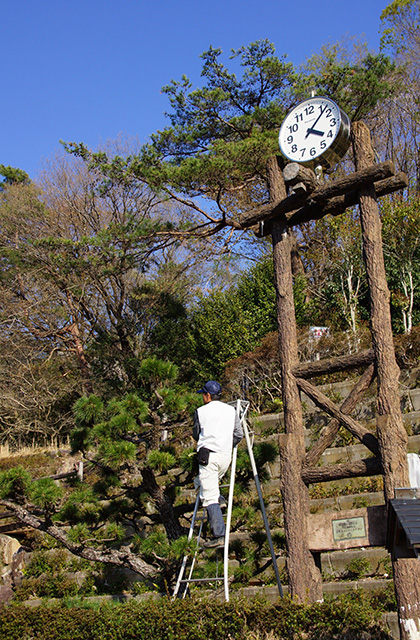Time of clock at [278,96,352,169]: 4:07
